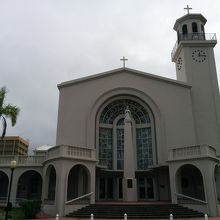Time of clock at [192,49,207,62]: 12:14
